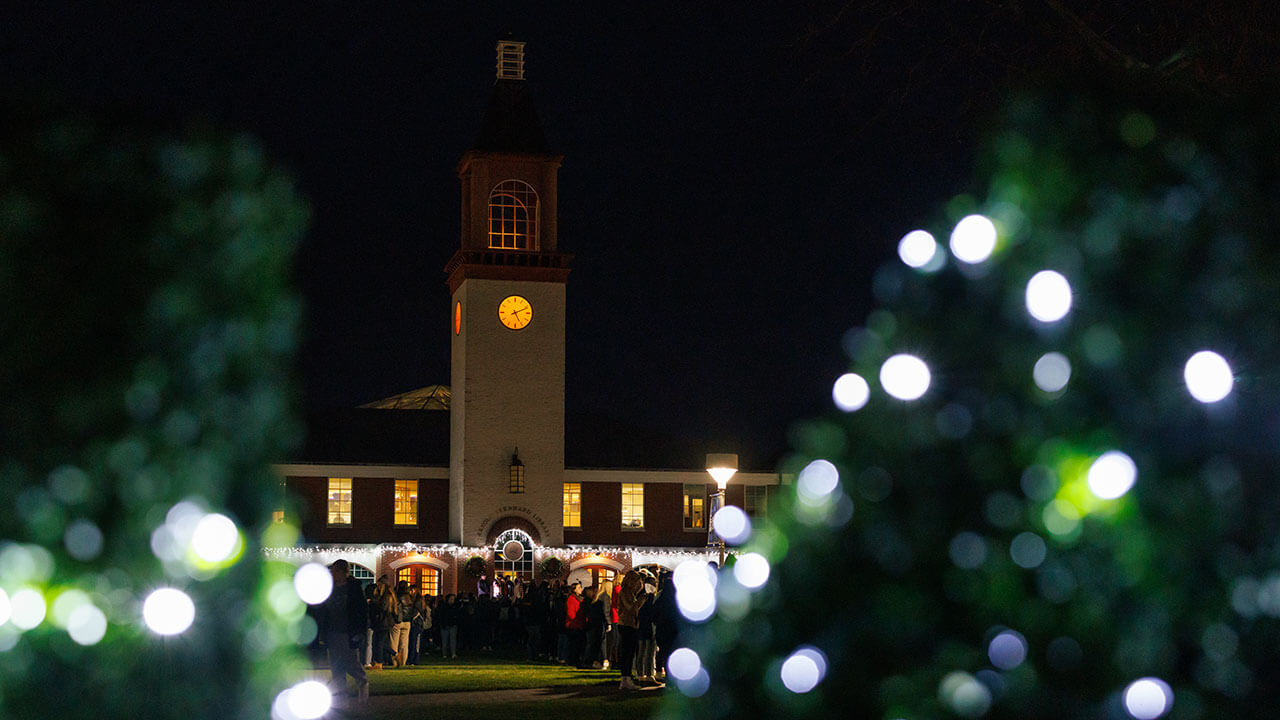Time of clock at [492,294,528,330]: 5:11
